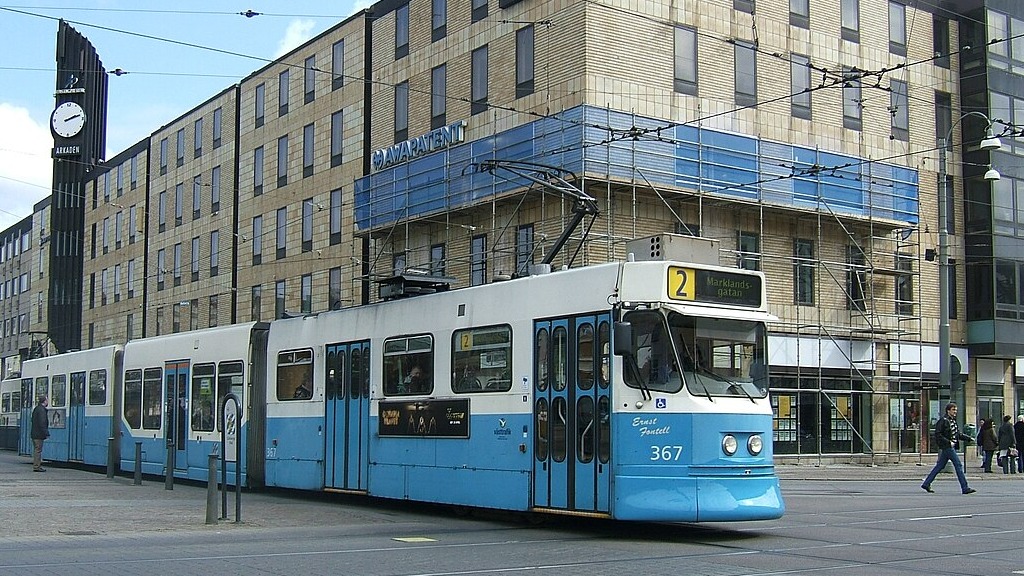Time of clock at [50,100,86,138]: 2:12
